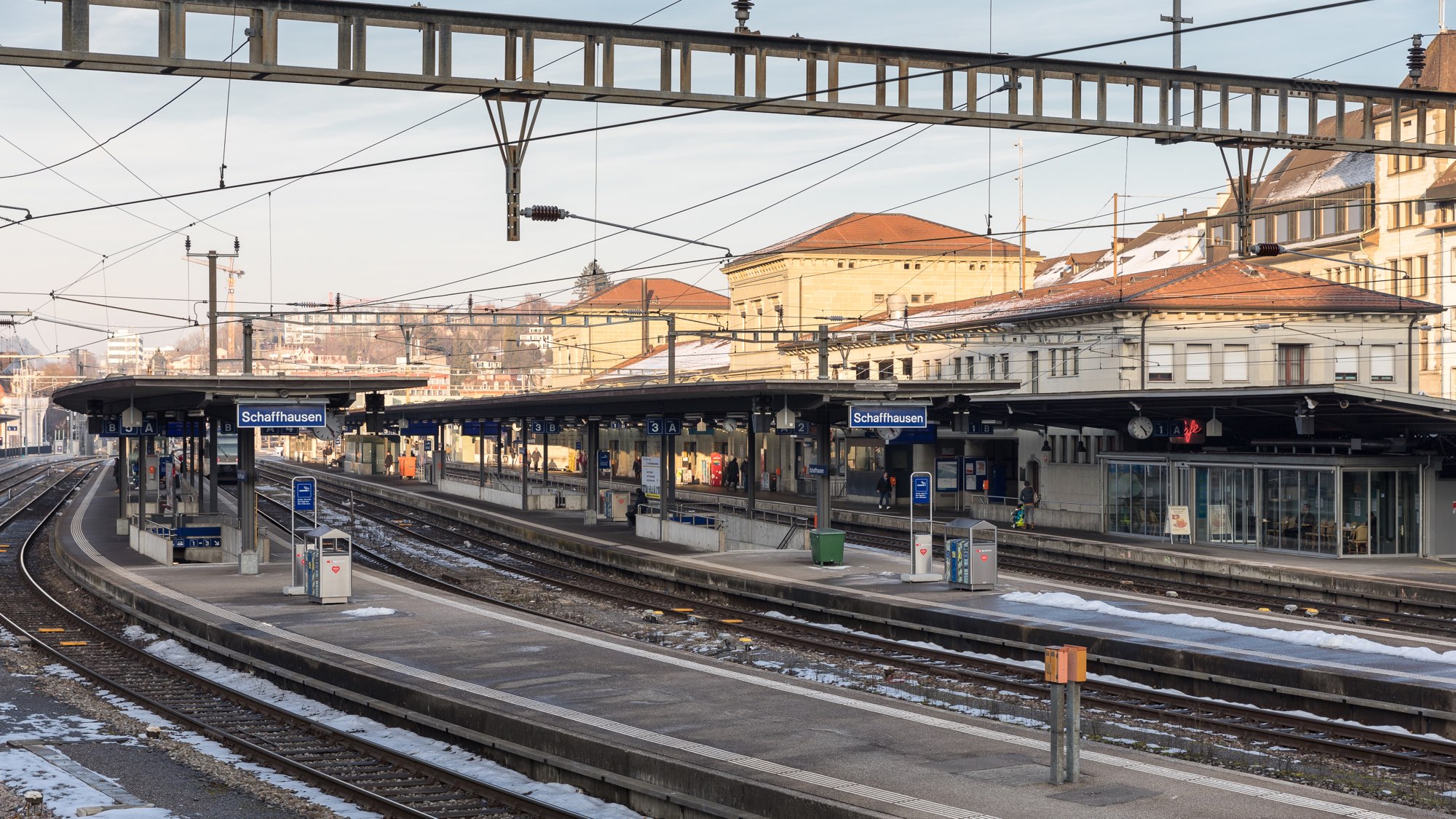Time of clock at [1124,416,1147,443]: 4:23
